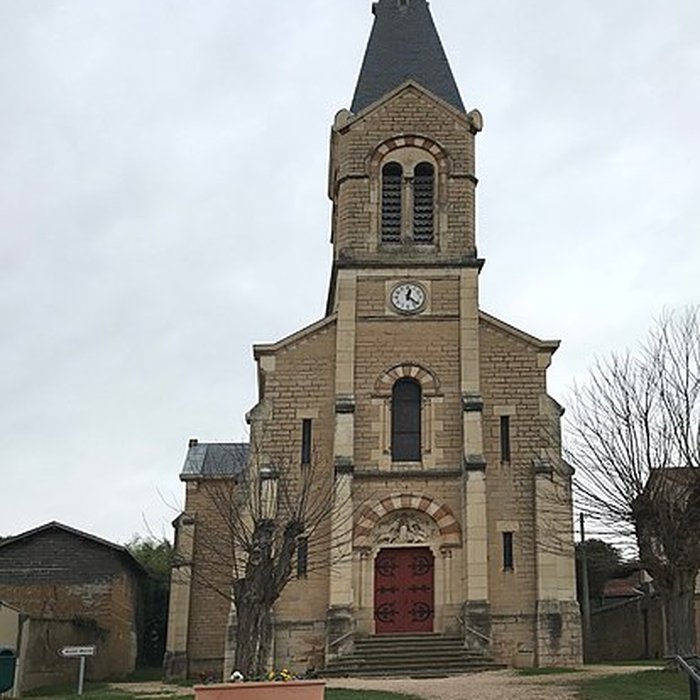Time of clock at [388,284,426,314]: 12:21
